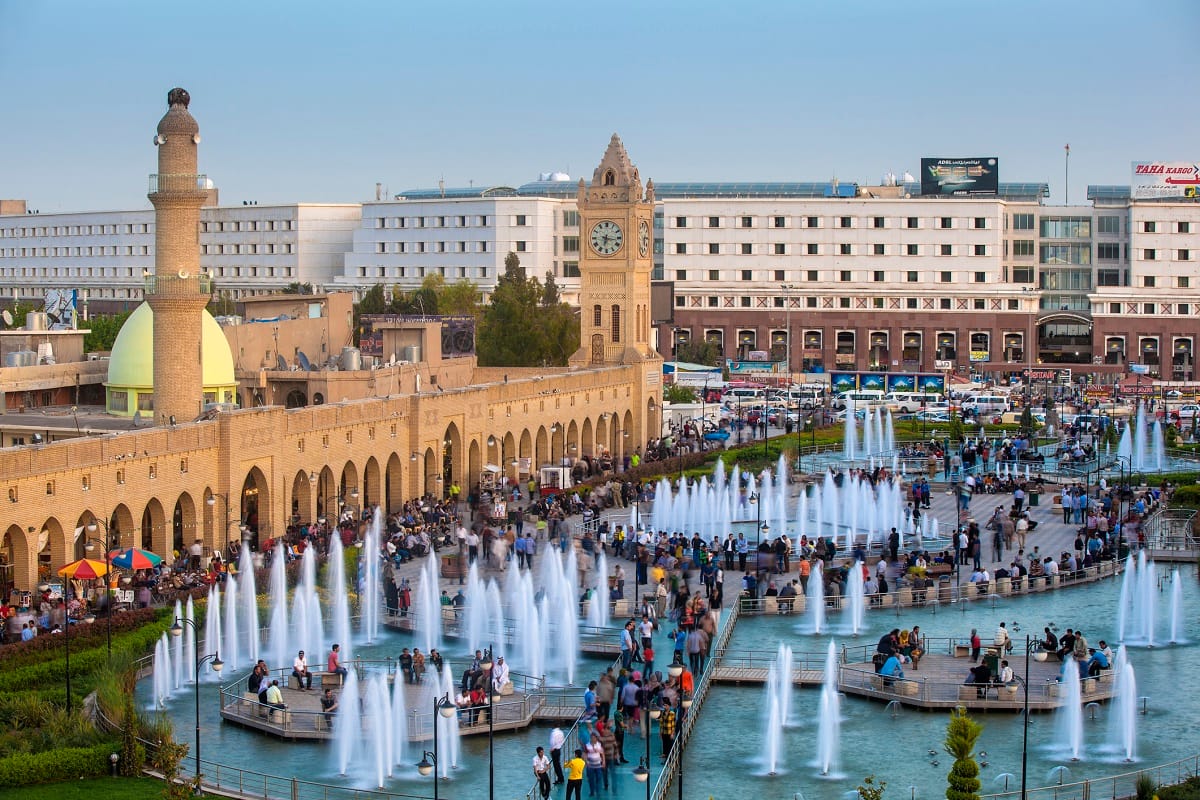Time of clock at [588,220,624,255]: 6:16
